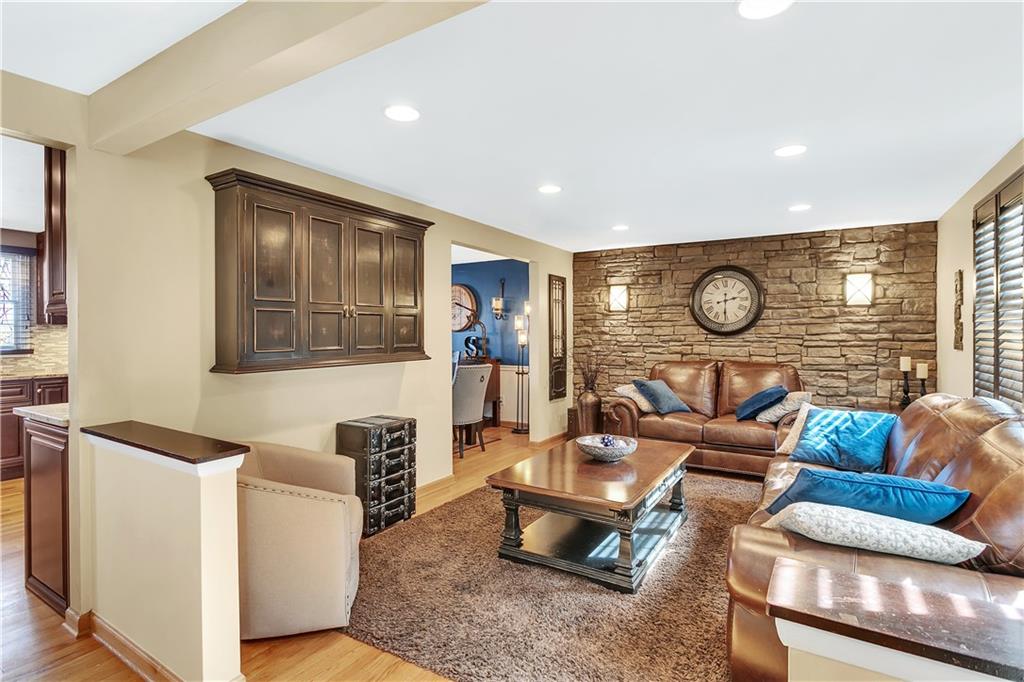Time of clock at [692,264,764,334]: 2:30
